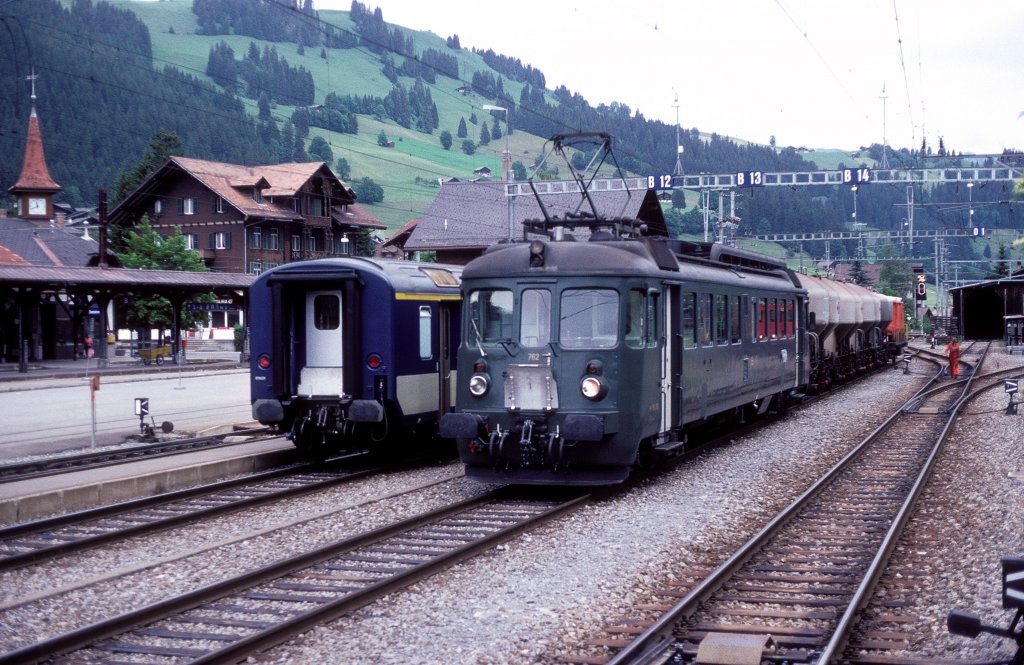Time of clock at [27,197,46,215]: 11:40
